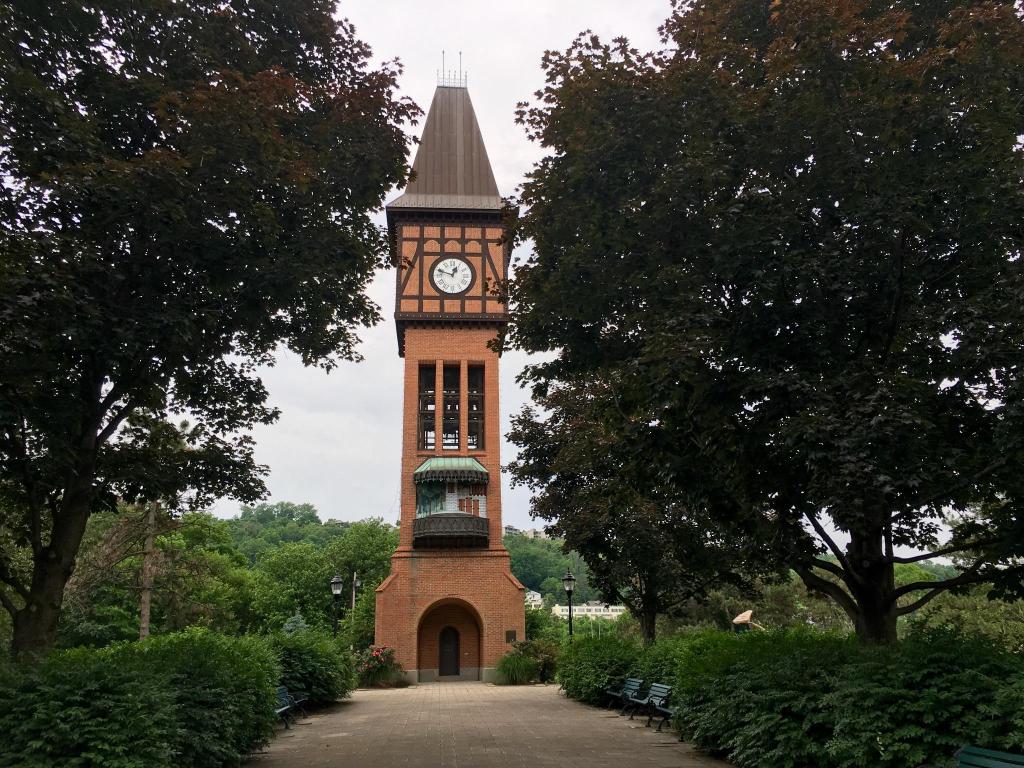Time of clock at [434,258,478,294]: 12:48
